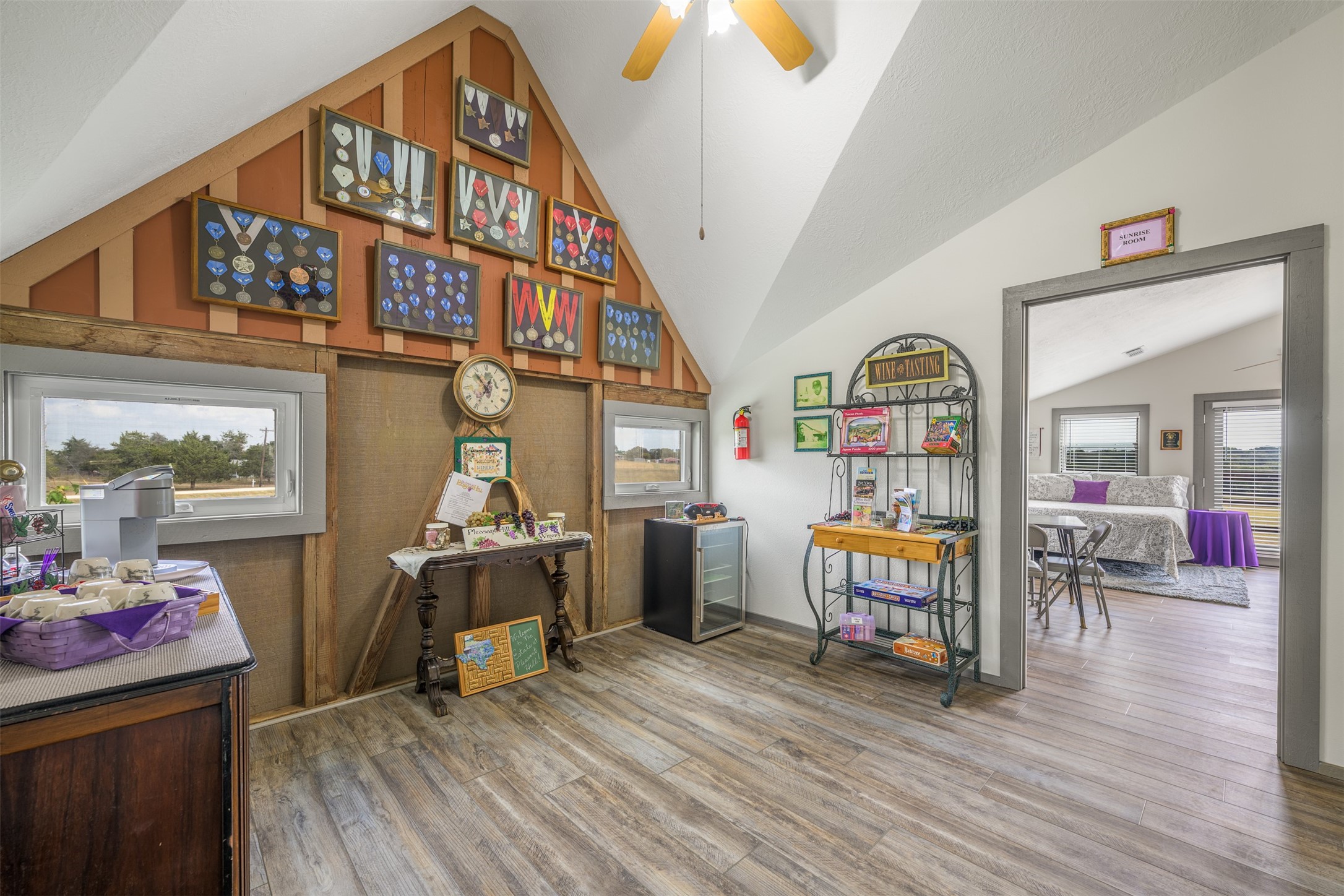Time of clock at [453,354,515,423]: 12:53
